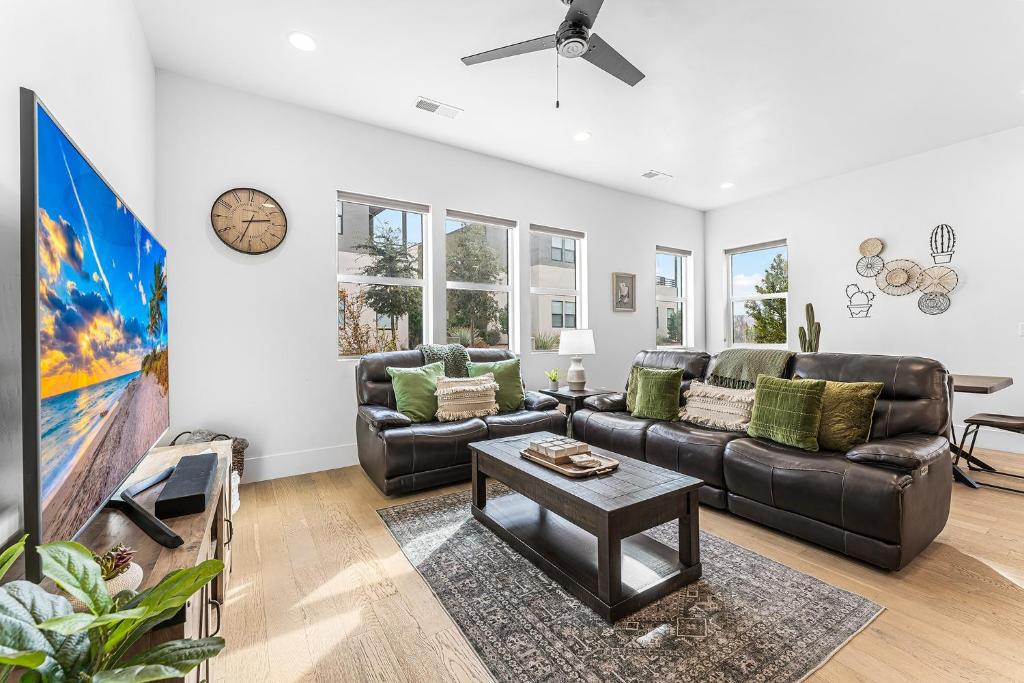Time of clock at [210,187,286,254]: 2:33
